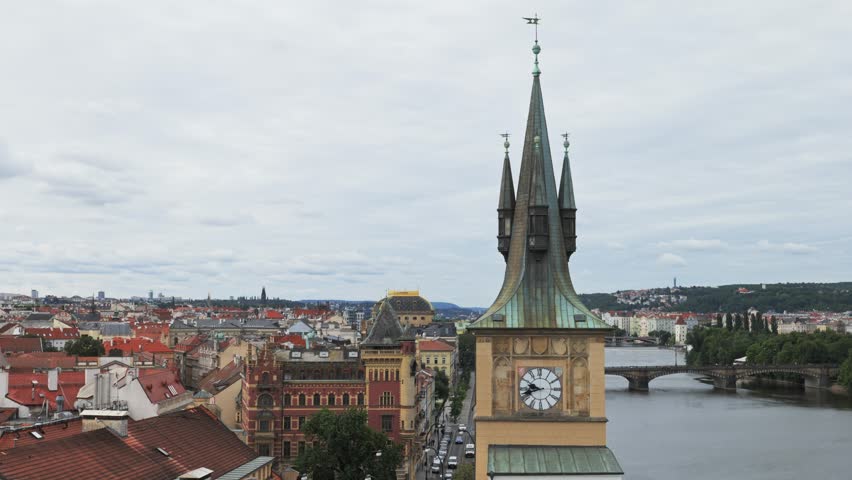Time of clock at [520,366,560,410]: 9:42
